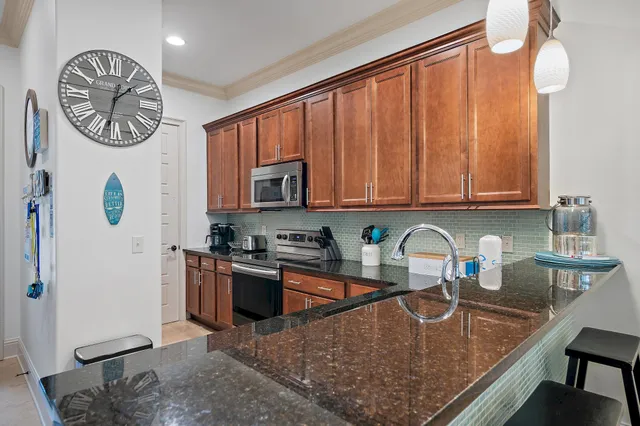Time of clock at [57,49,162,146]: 1:32
